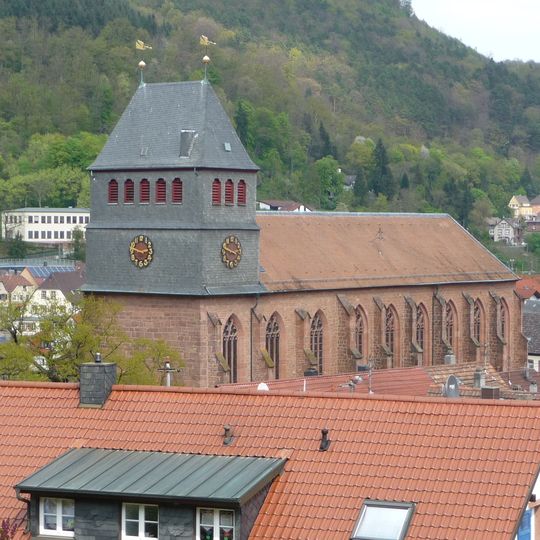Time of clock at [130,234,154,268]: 2:46
